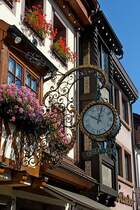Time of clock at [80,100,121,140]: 10:02
